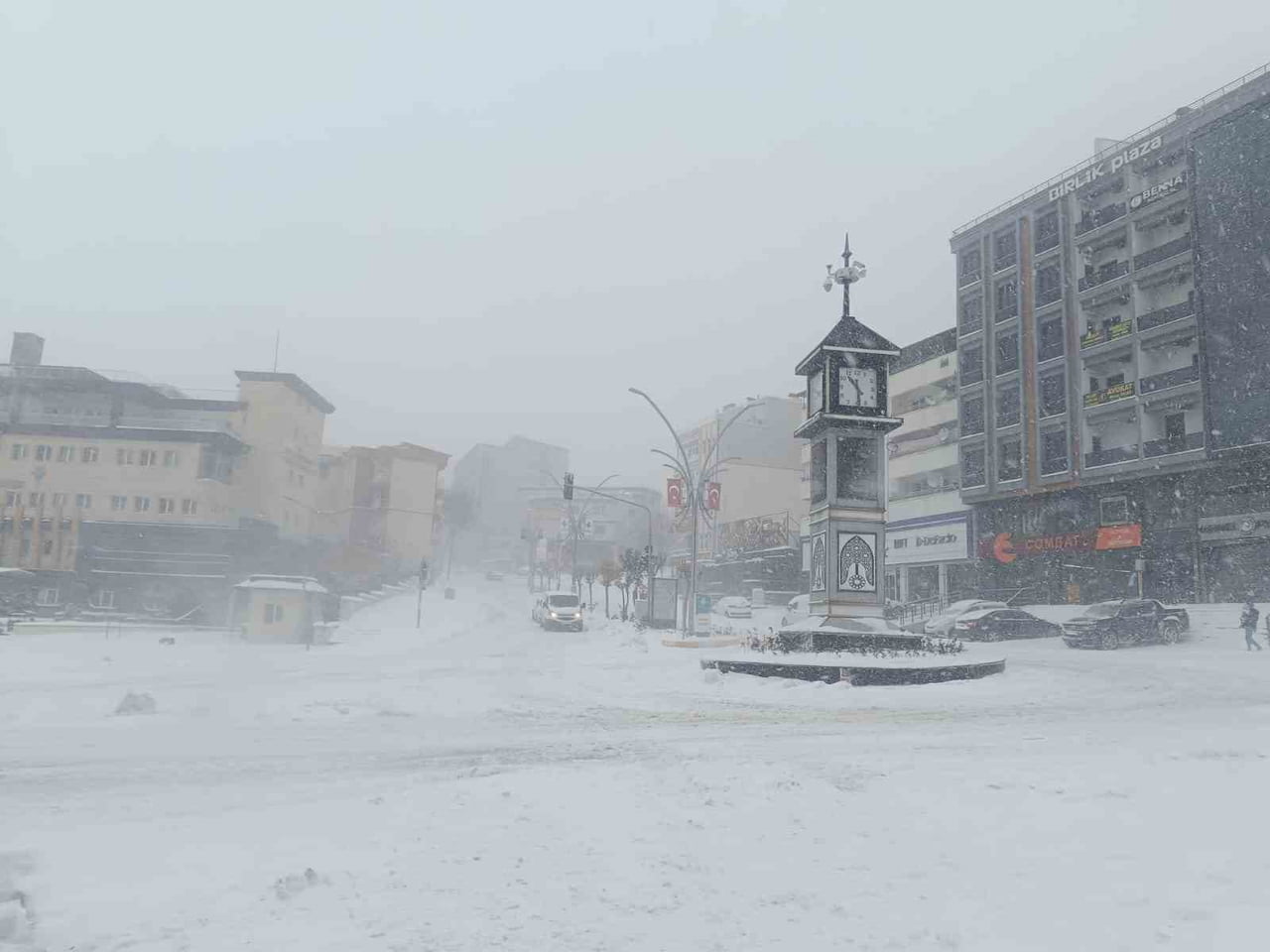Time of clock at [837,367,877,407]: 10:28
